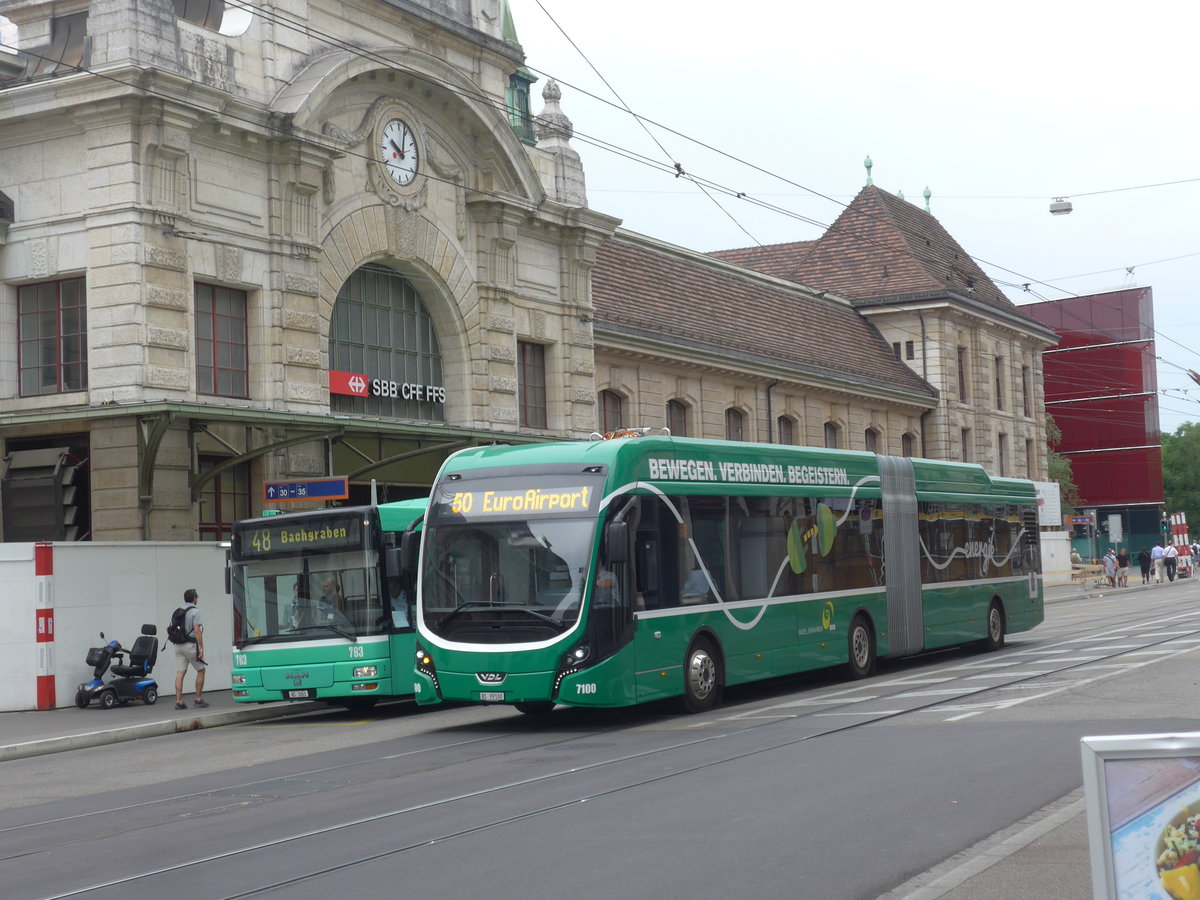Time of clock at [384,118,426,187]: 10:02
